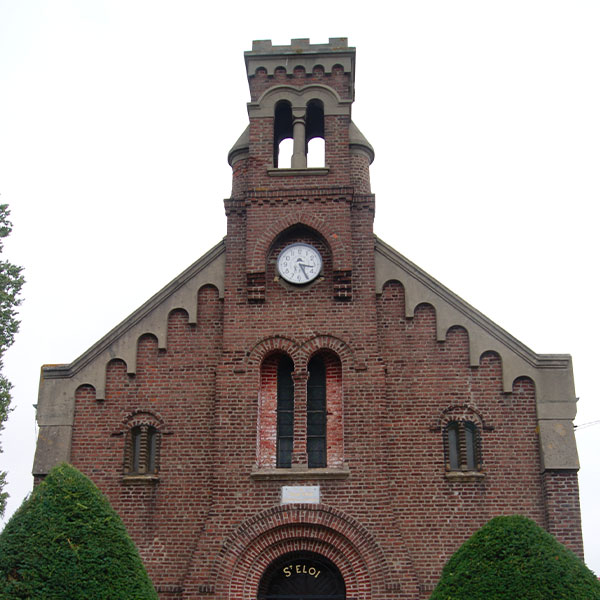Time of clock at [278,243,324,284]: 3:25
